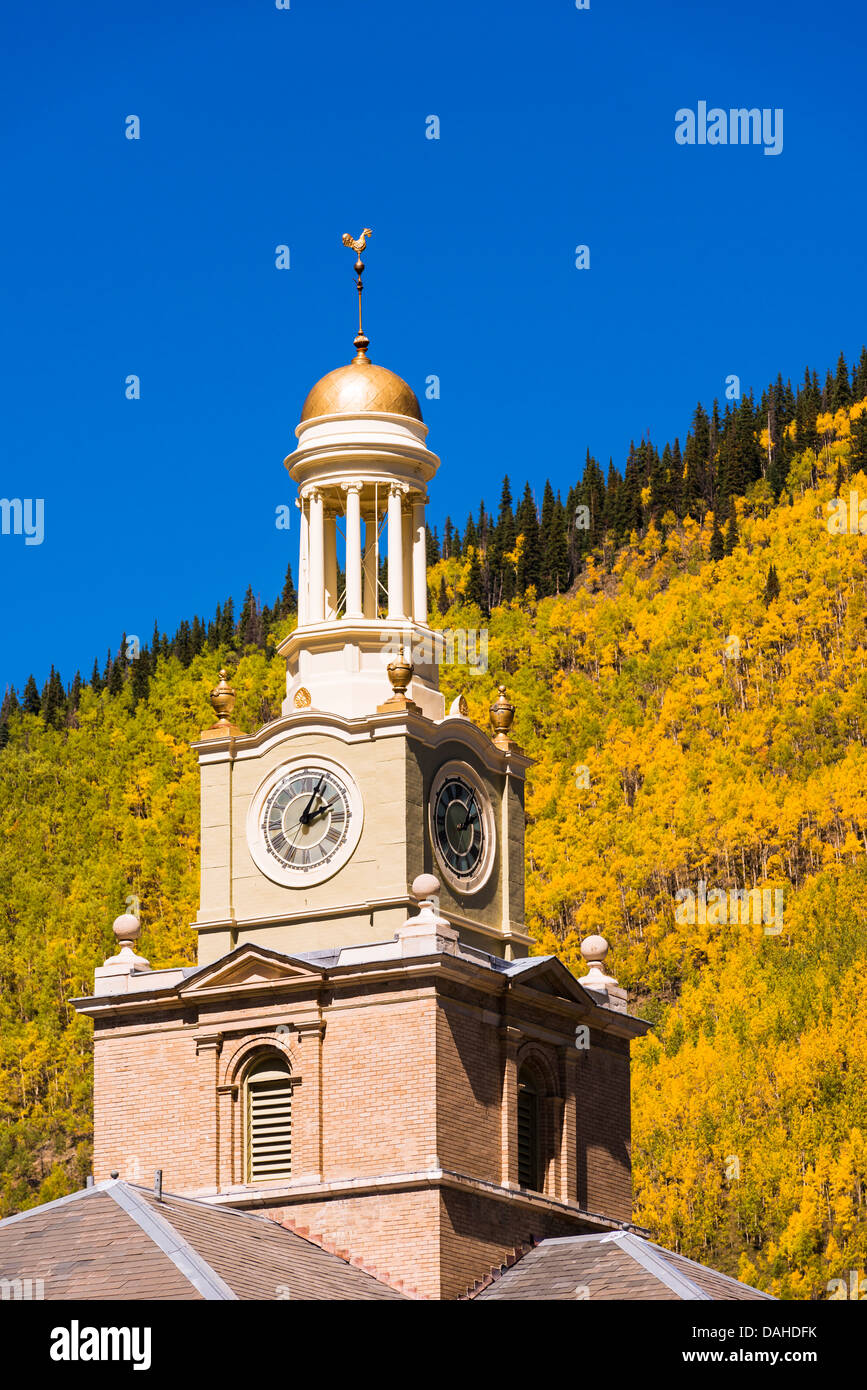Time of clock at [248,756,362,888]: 2:04
